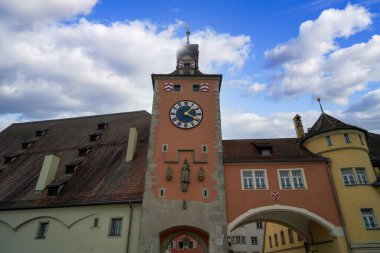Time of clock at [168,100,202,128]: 1:20
